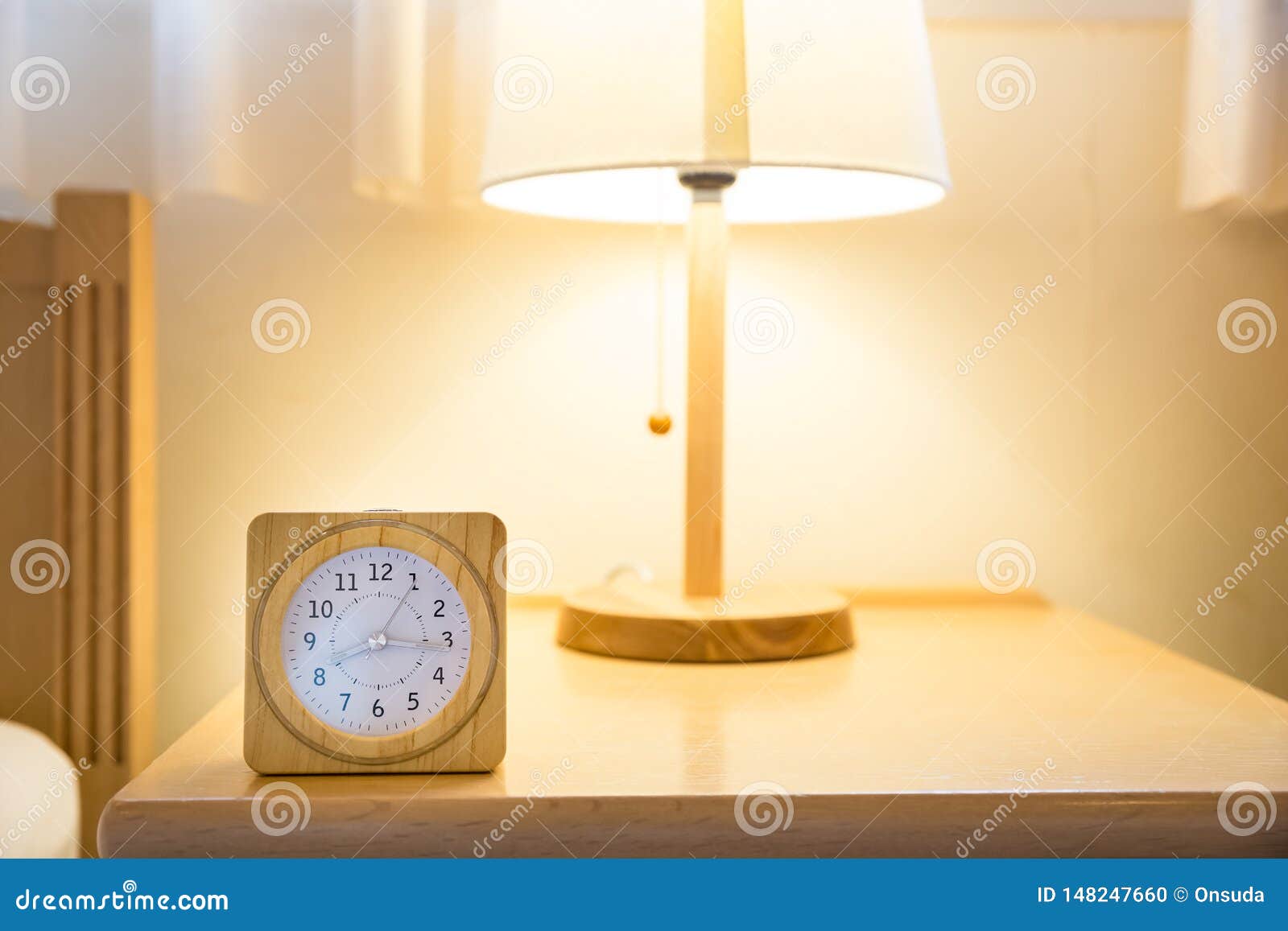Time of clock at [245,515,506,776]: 8:15
